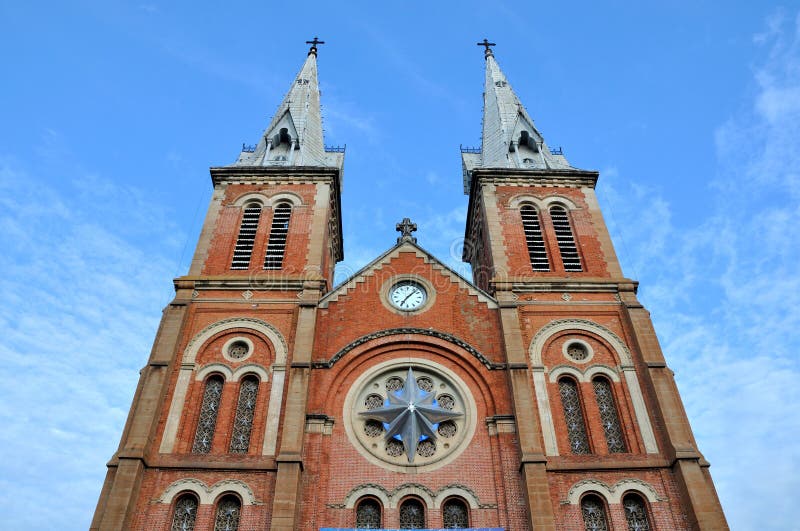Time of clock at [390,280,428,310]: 7:07
